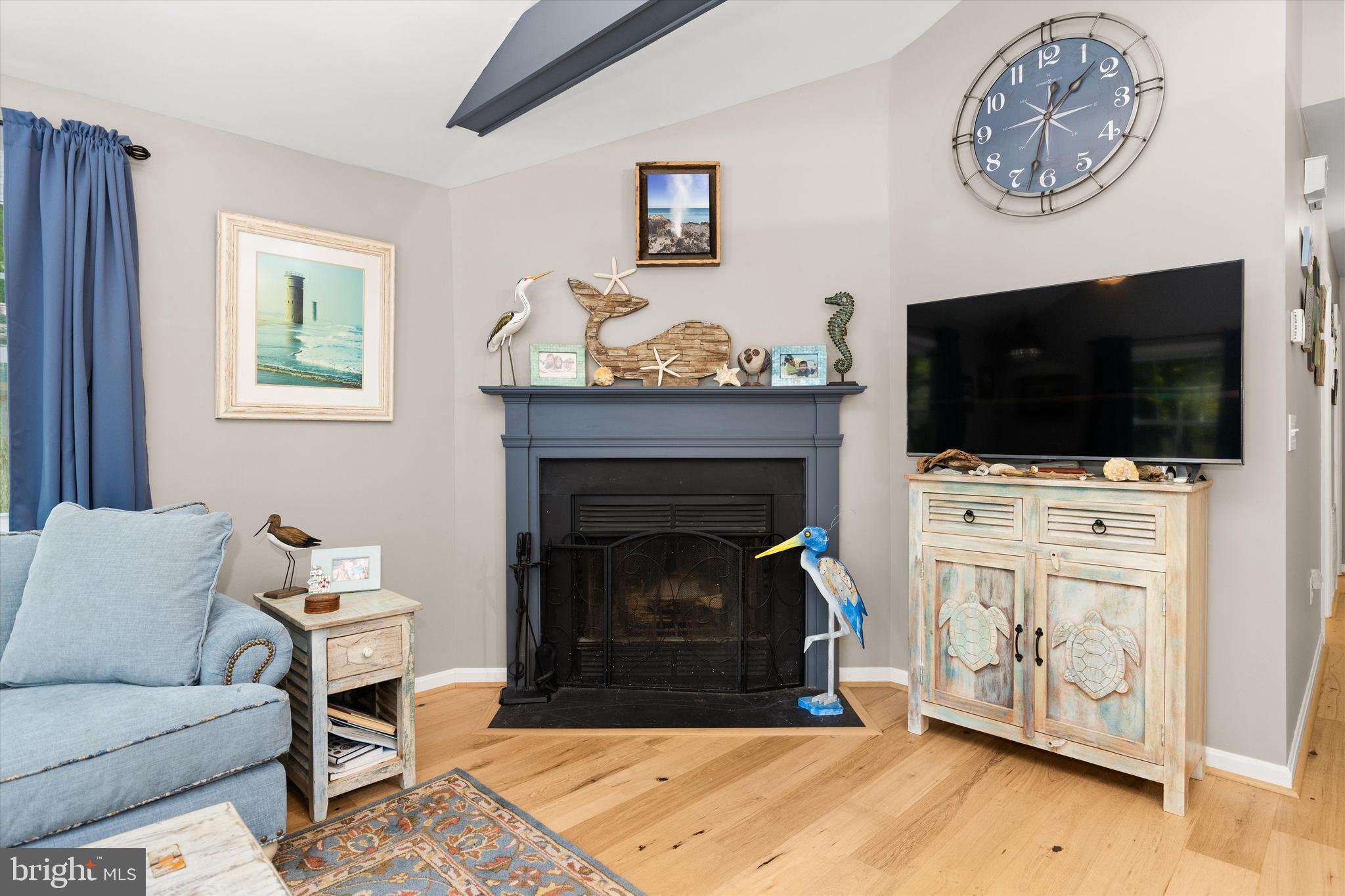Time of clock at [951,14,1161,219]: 1:32
